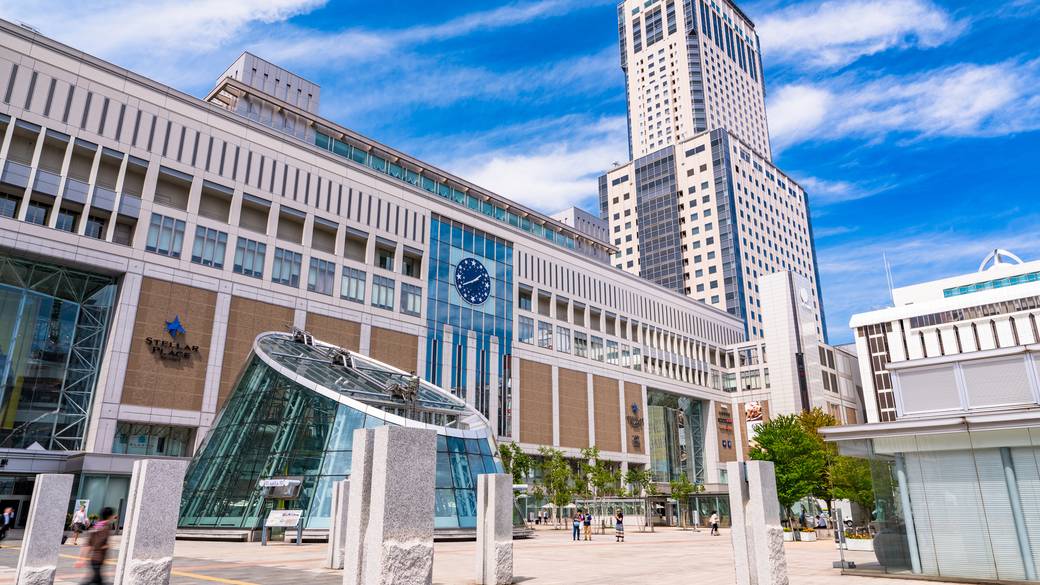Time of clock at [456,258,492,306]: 1:41
